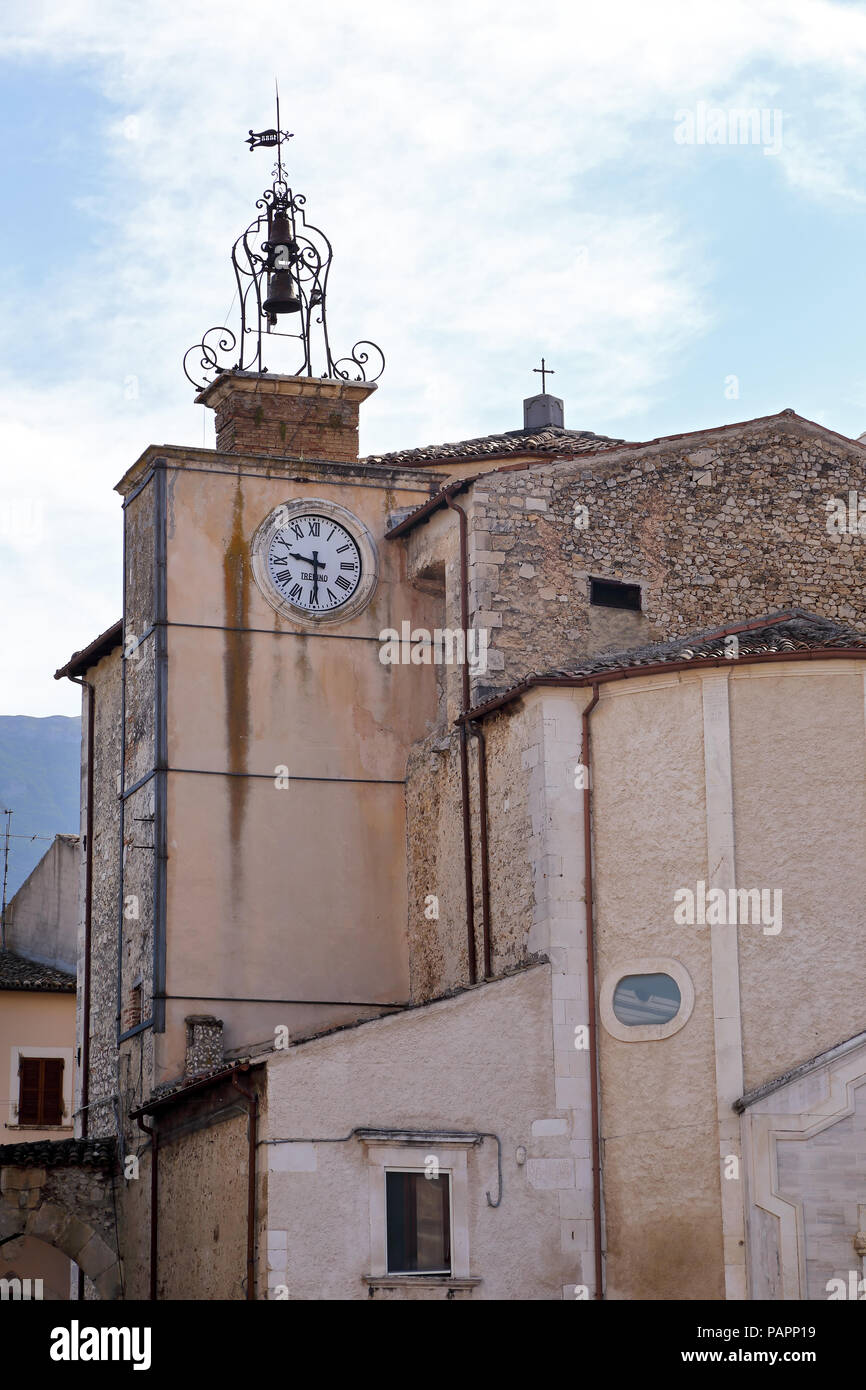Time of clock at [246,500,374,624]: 9:29
